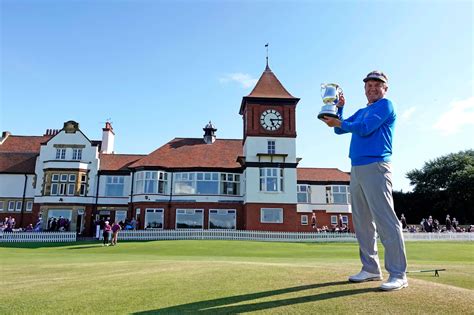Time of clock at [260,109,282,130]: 5:14
